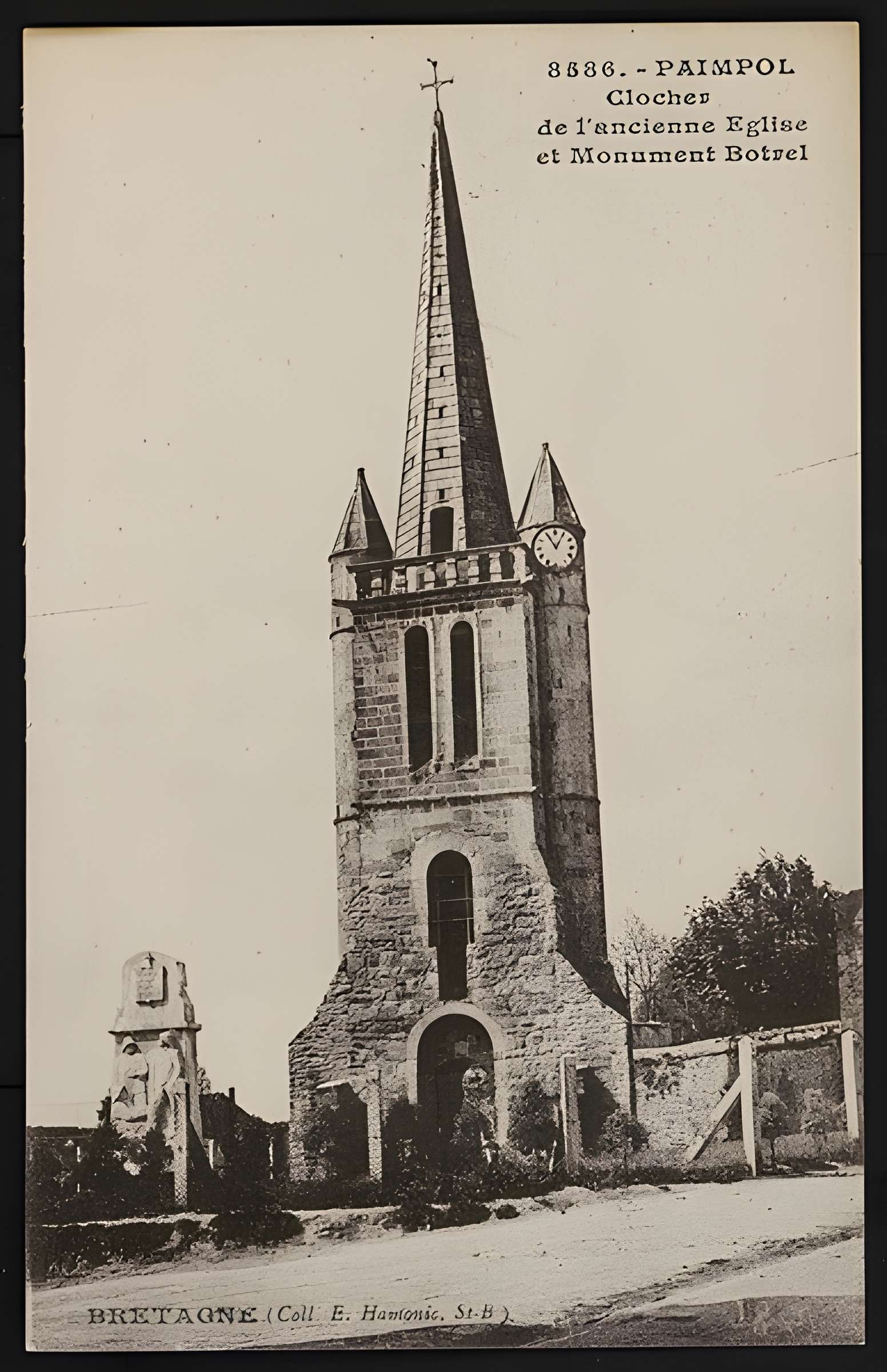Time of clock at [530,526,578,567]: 11:05
